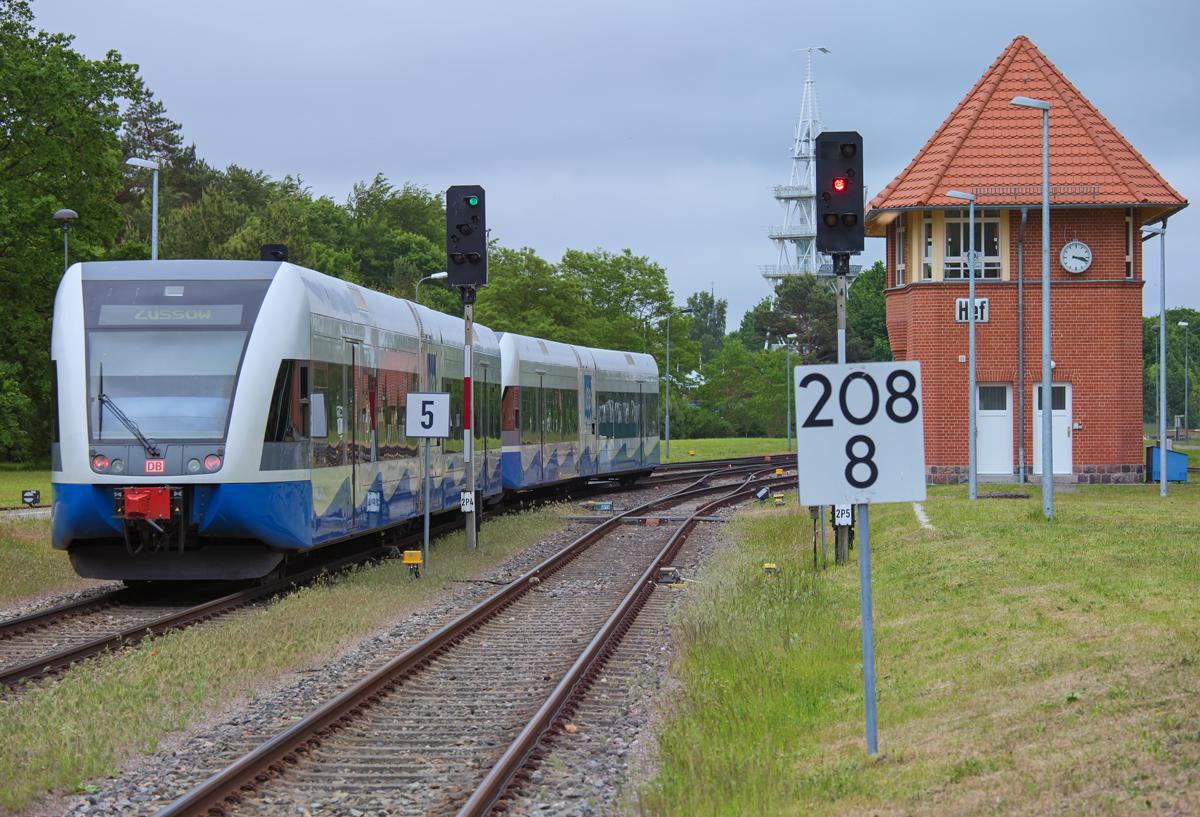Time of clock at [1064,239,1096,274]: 3:18
